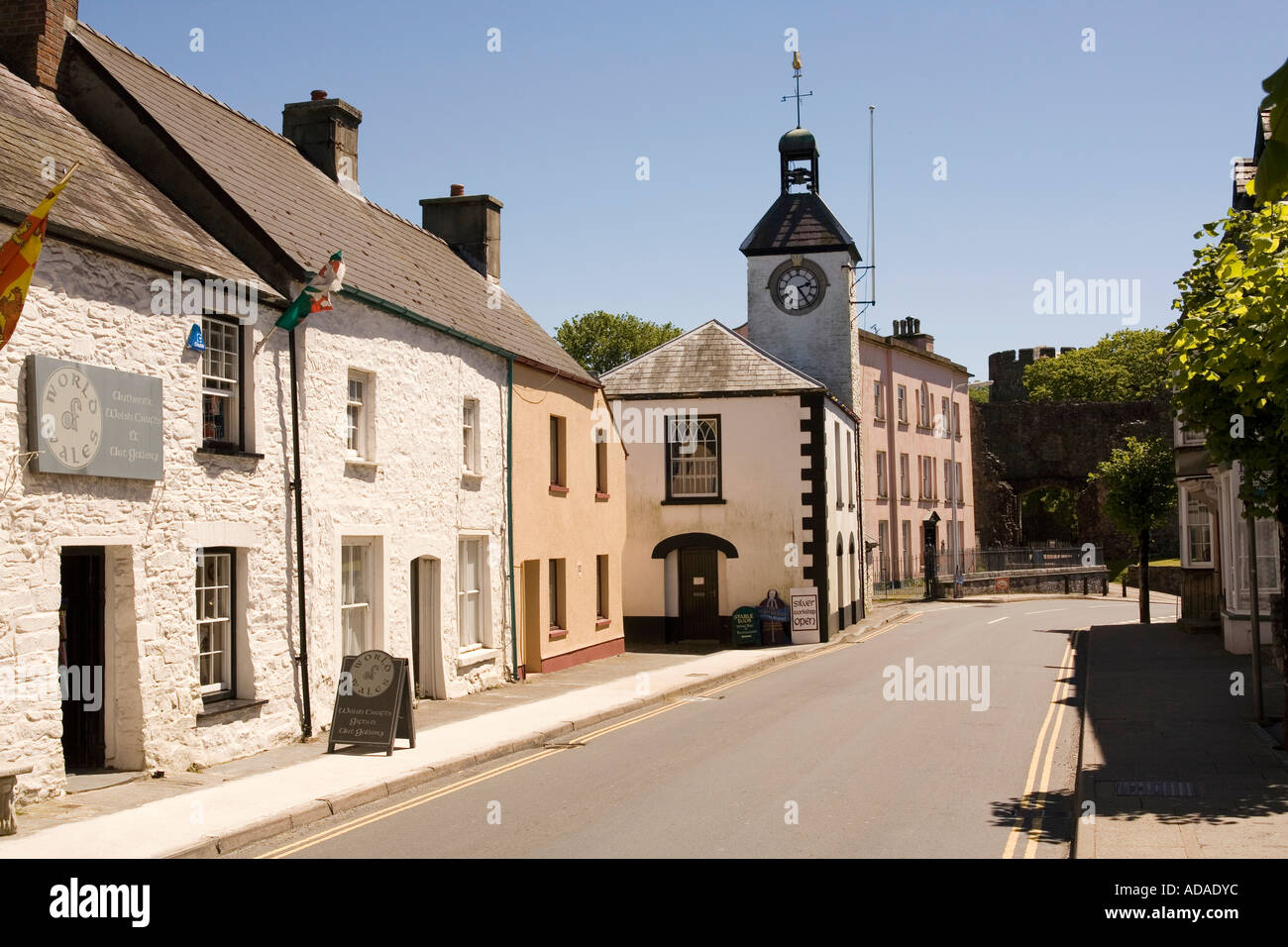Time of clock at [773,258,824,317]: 2:24
